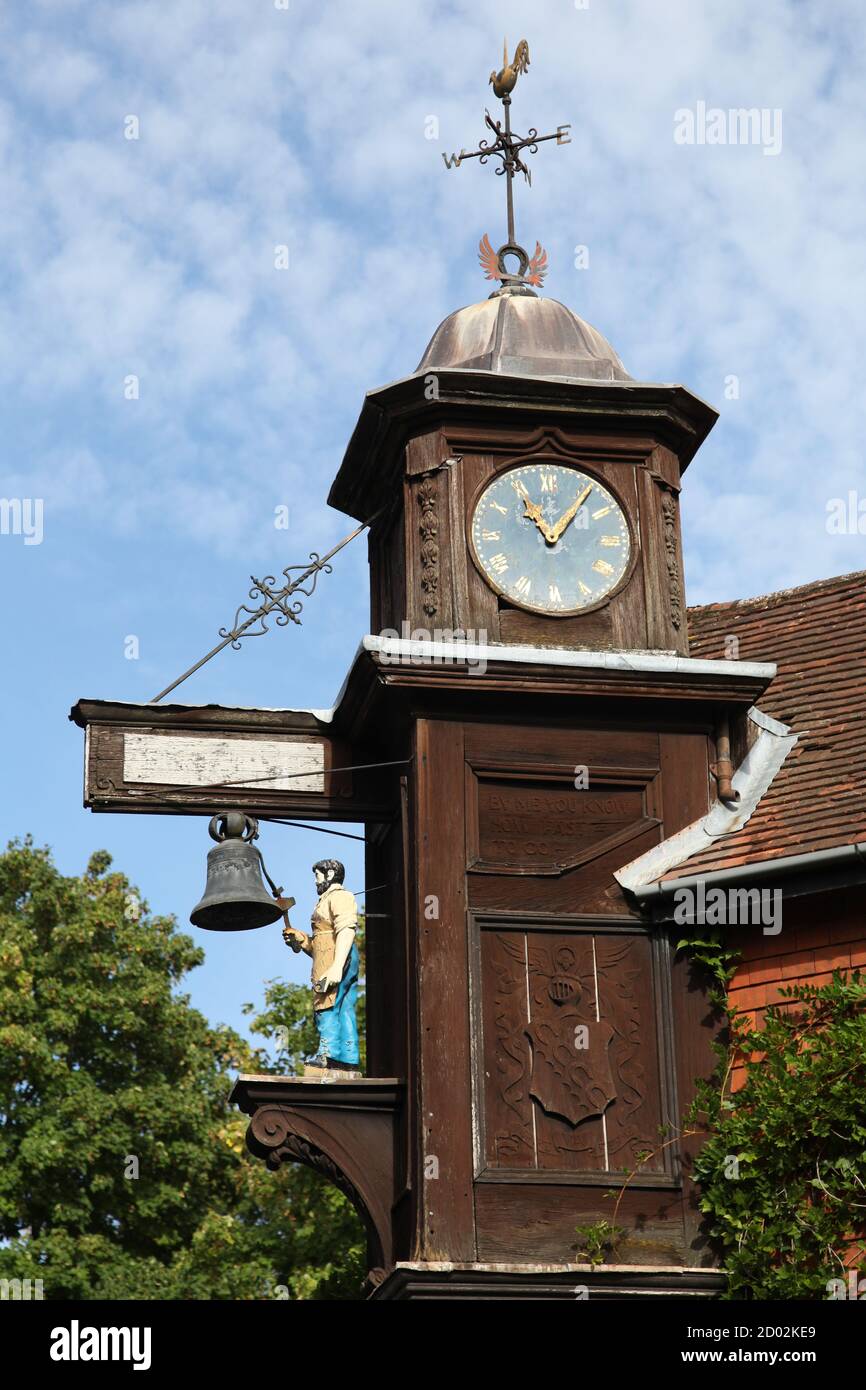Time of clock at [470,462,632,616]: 11:06
